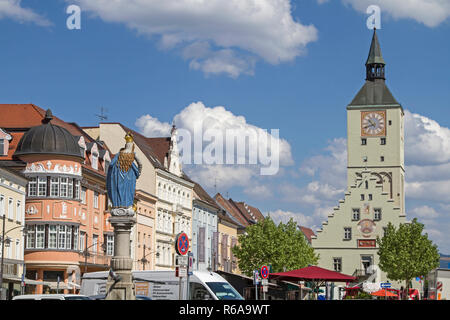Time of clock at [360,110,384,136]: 10:41
